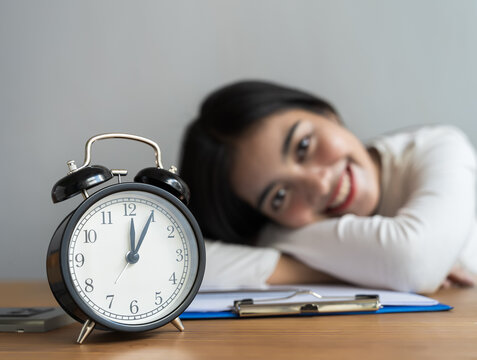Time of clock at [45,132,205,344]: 12:04
